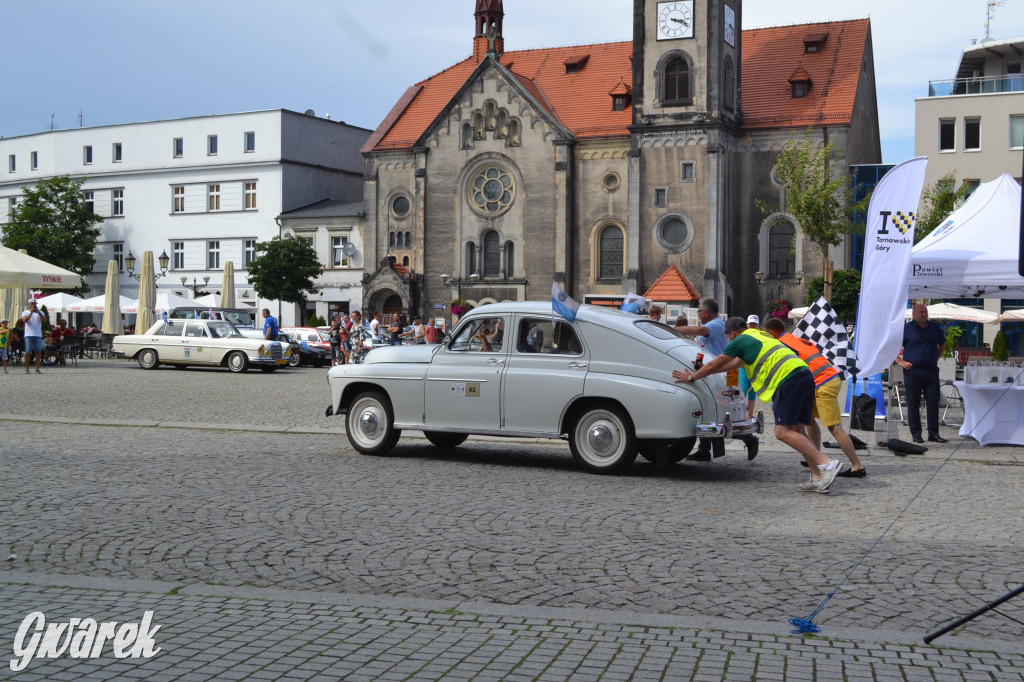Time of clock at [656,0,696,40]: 3:18
